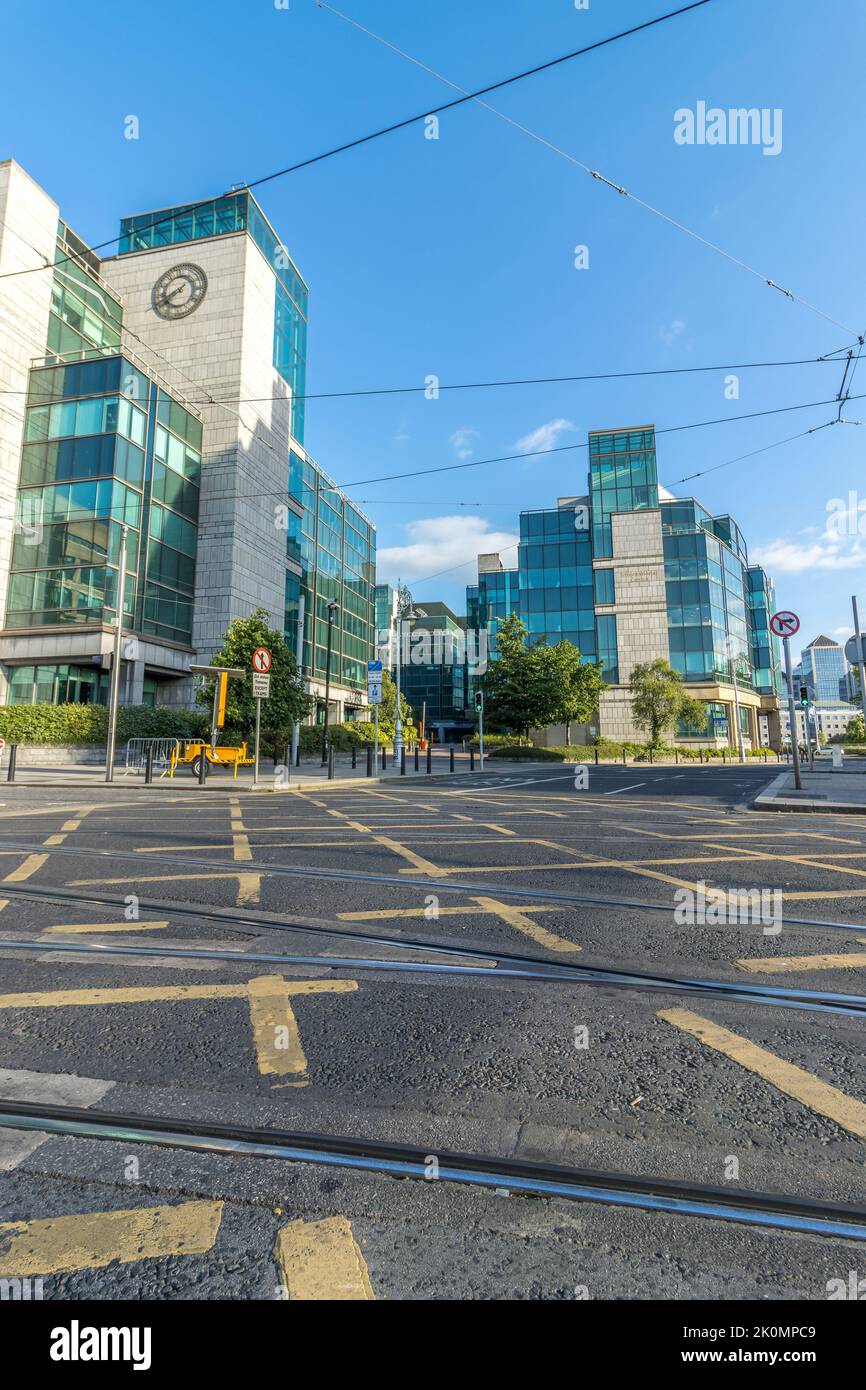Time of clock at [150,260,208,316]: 1:40
